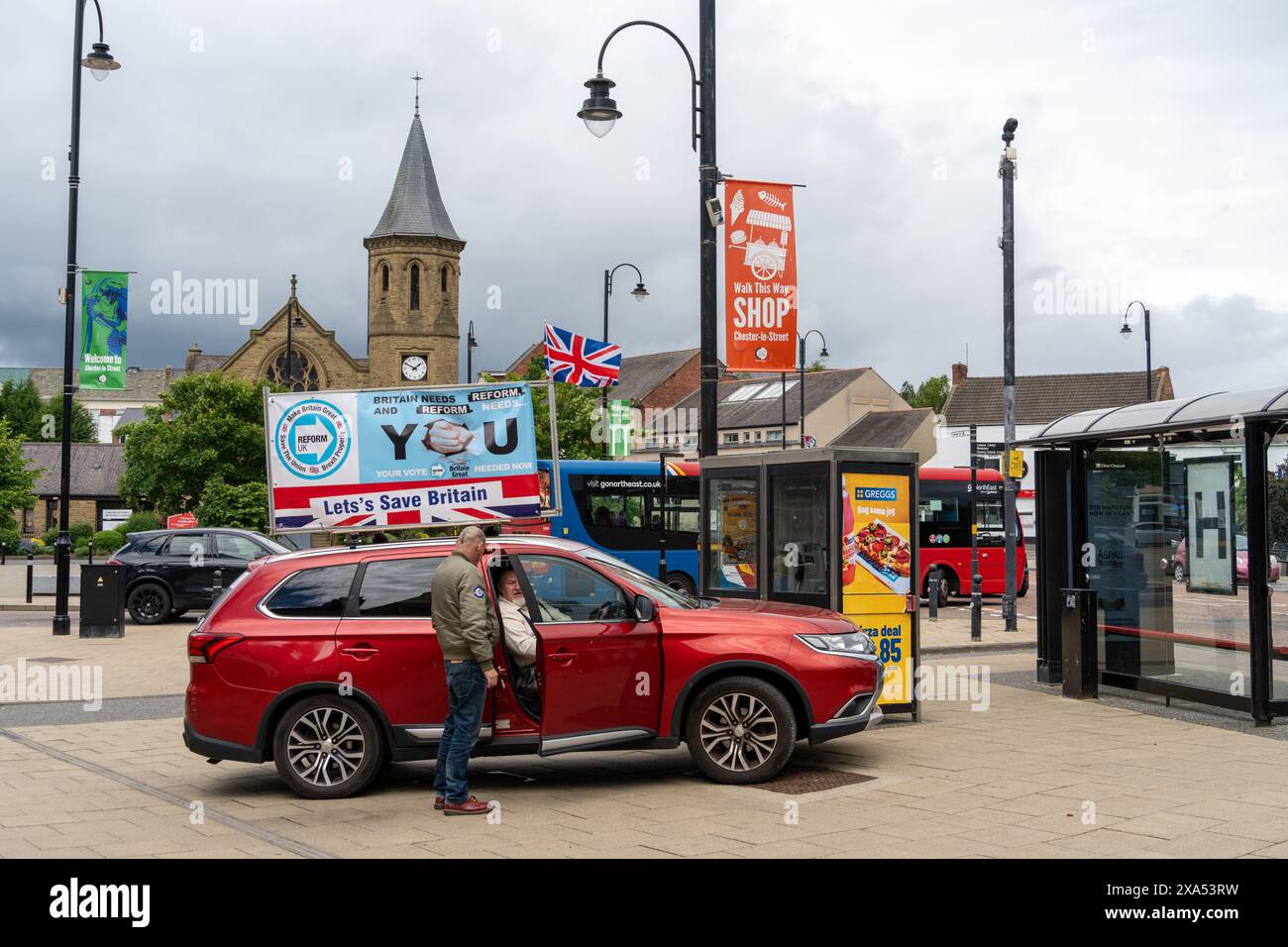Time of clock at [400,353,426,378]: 1:50
